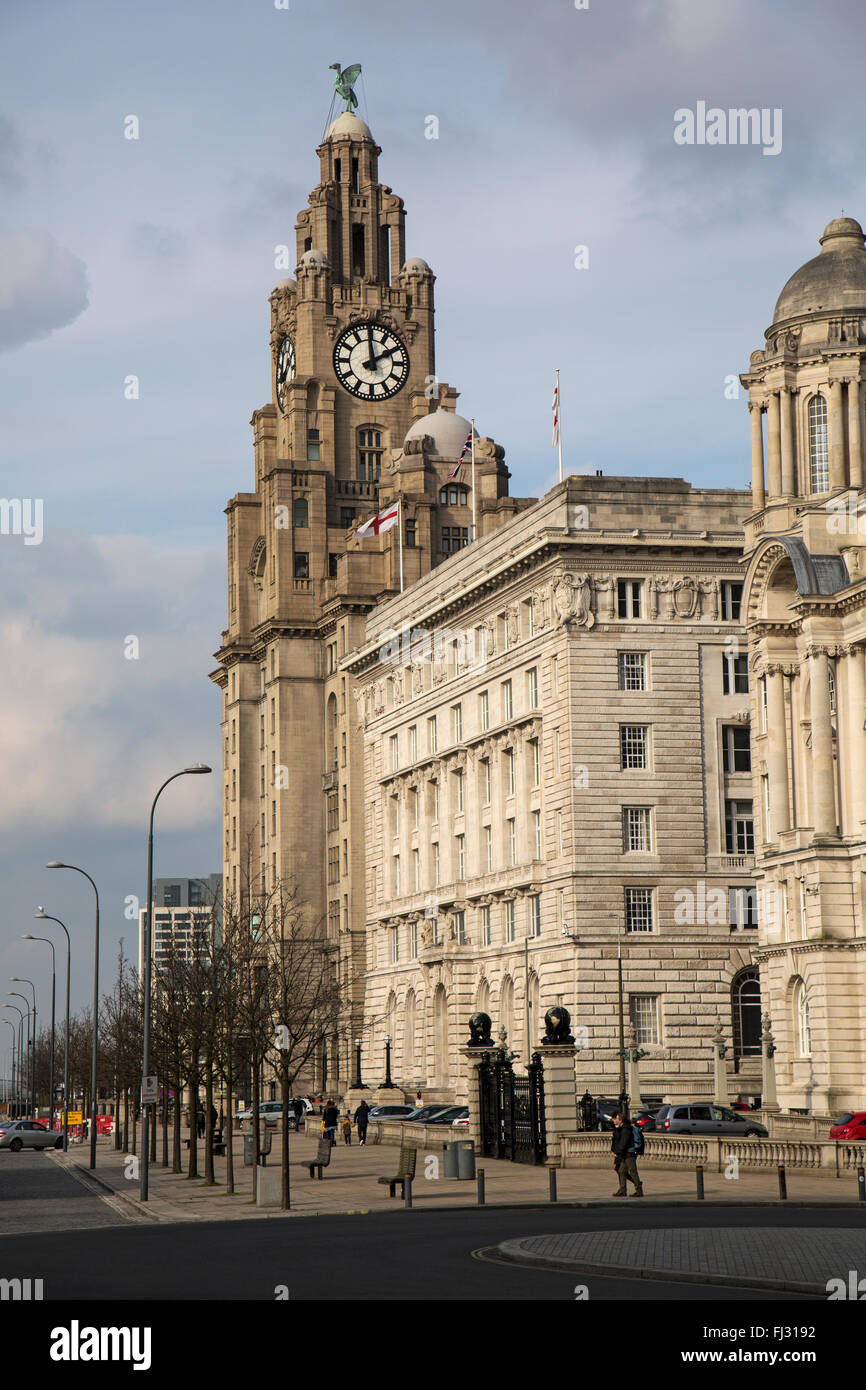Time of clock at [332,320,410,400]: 1:59
